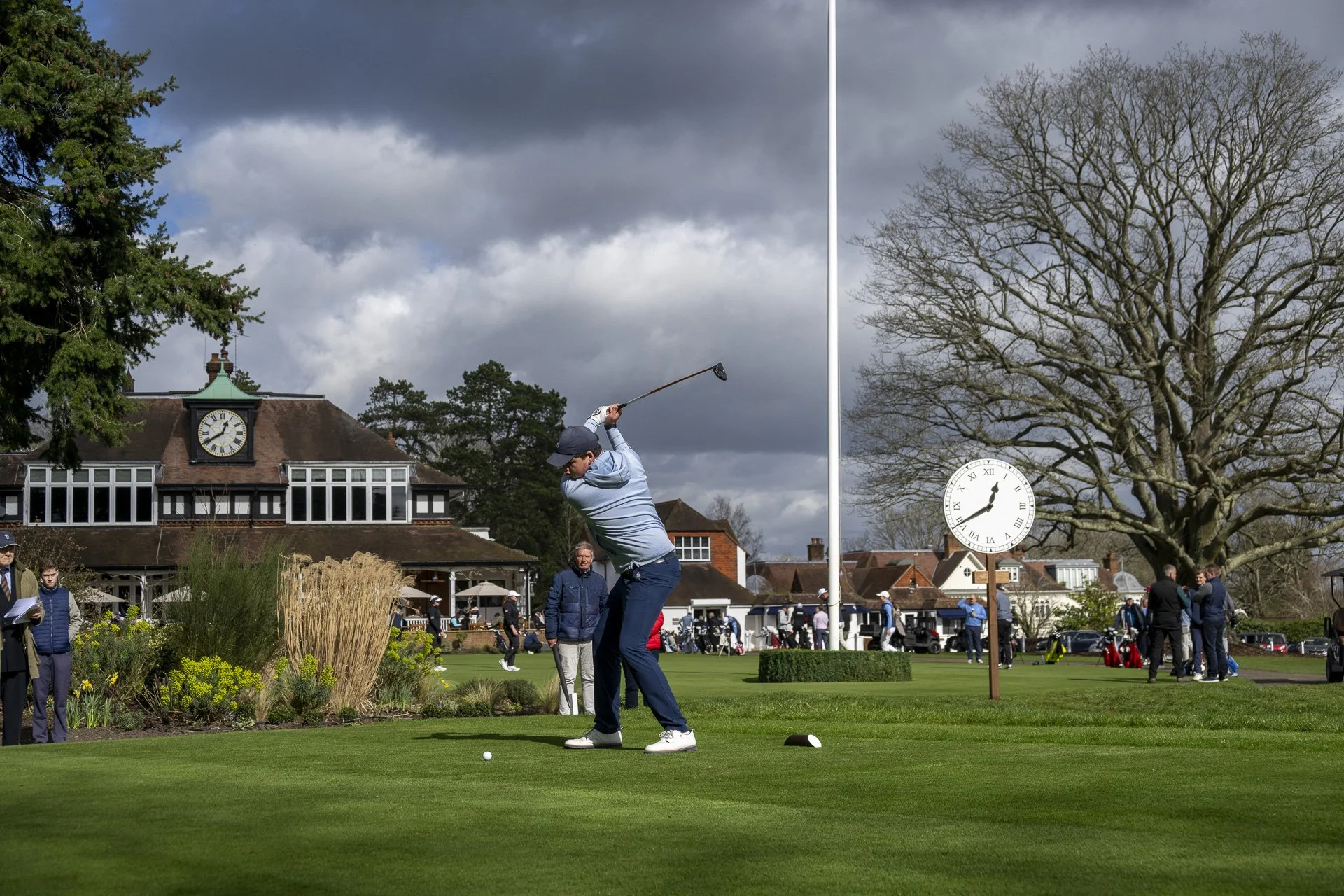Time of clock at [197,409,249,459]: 12:40
